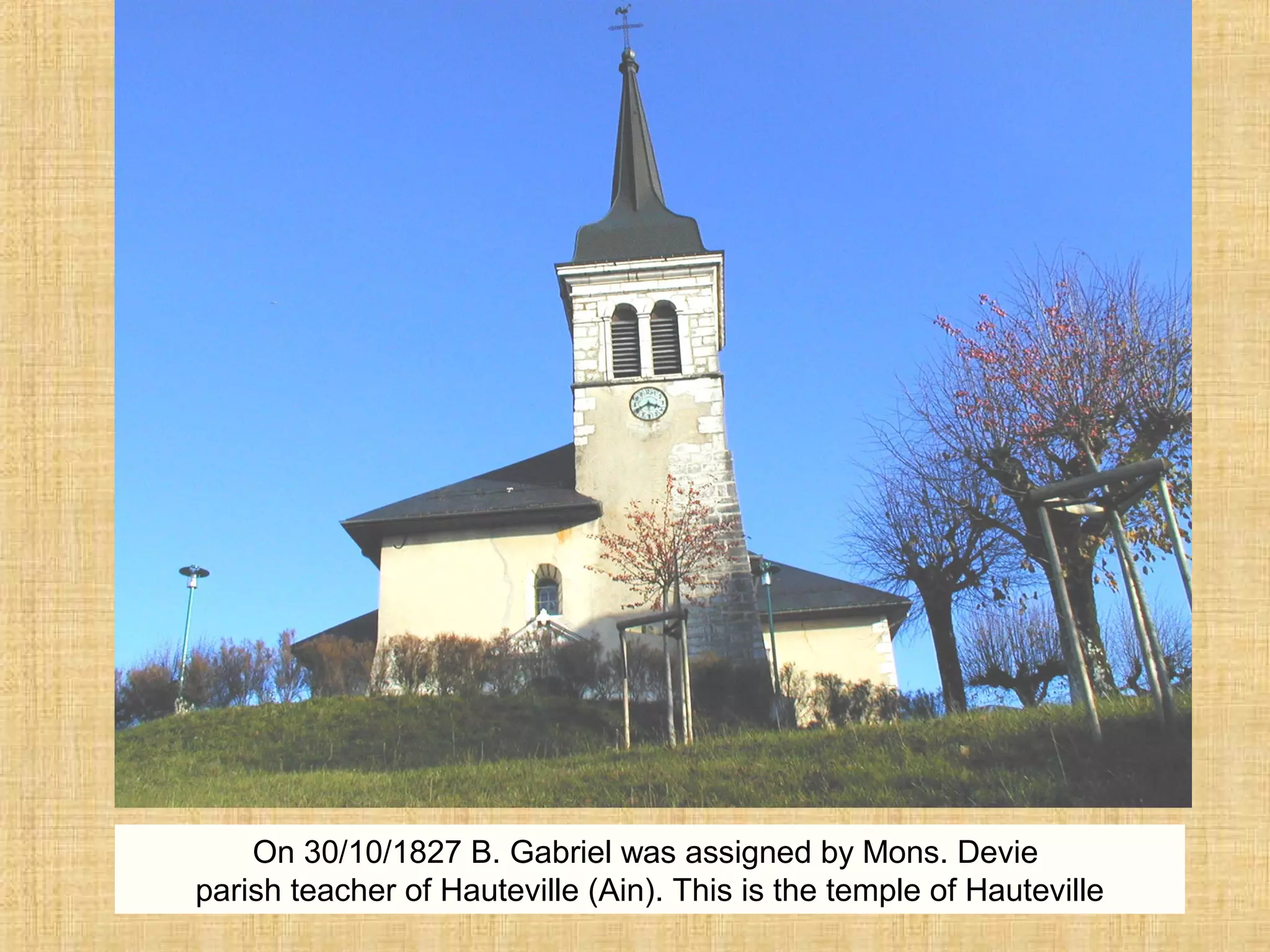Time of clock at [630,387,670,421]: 3:40
